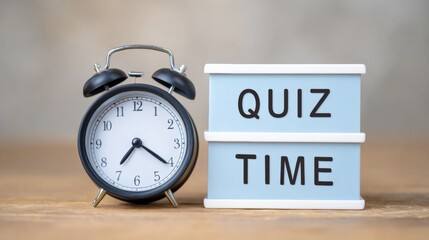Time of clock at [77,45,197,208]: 7:20
